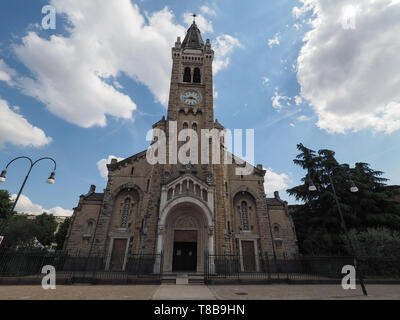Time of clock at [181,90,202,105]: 3:43
